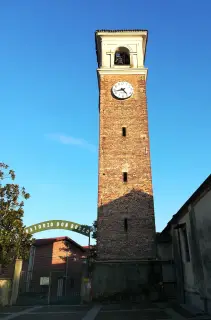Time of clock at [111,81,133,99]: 4:42
